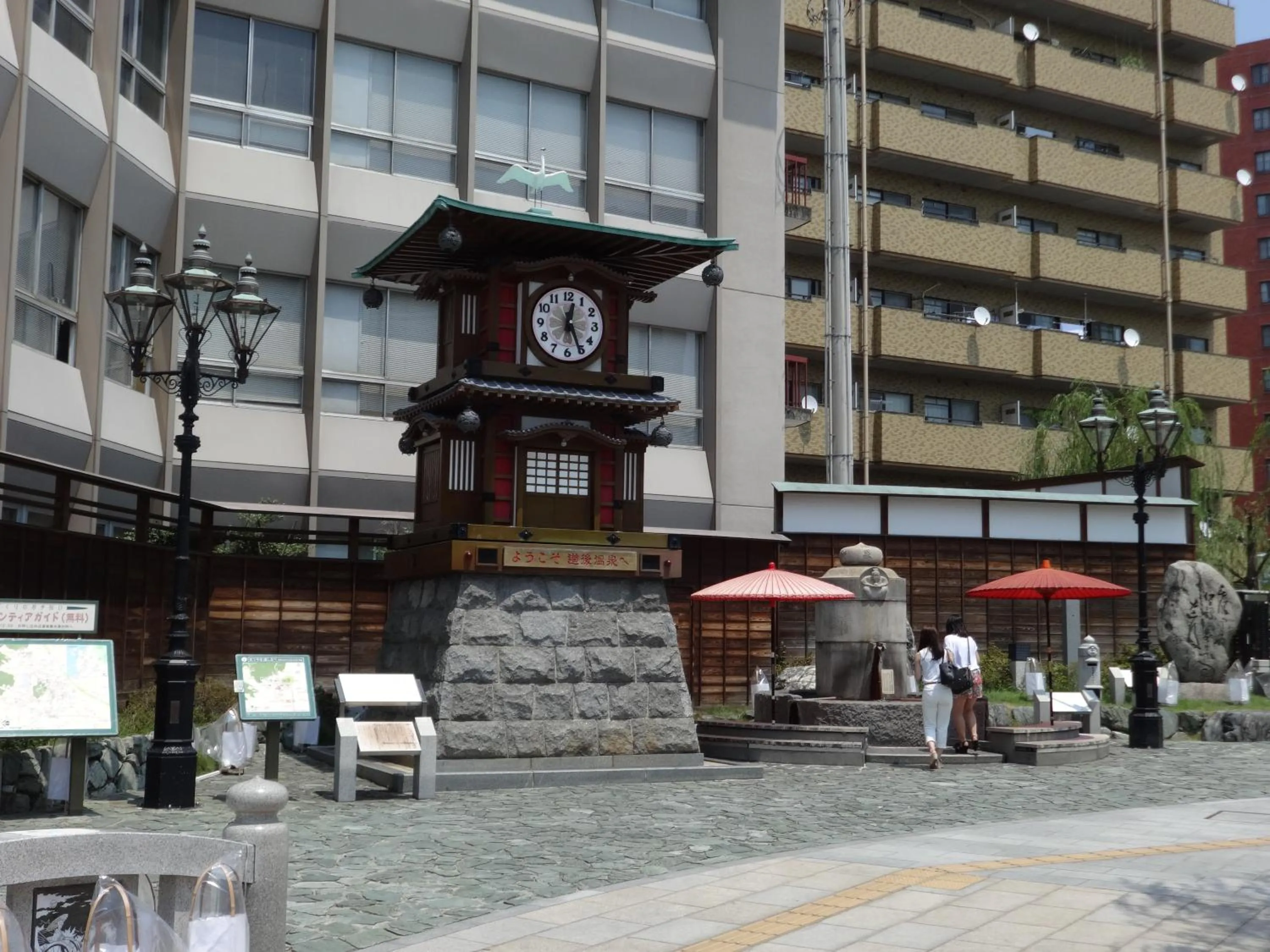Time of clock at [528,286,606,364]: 12:25
